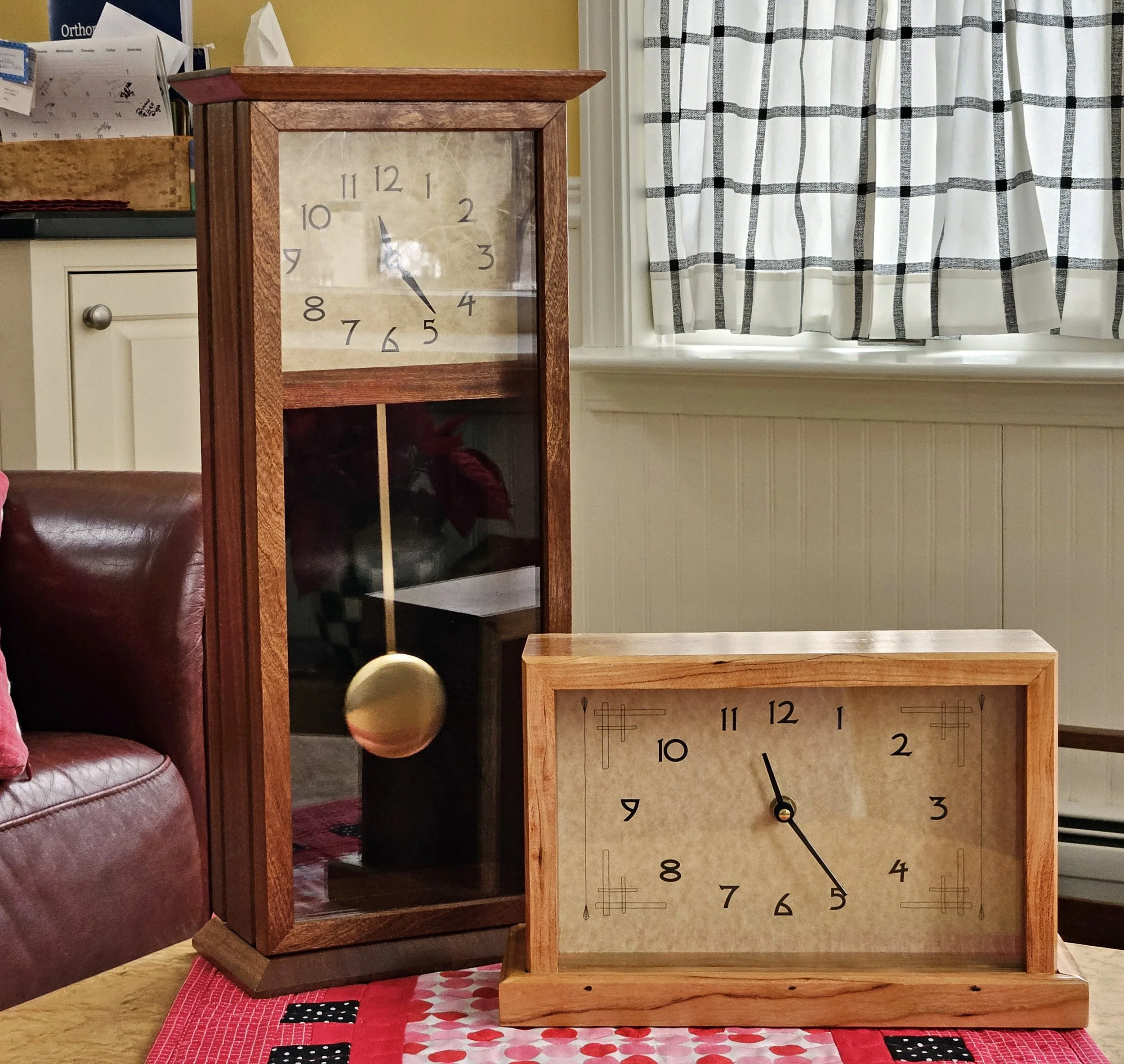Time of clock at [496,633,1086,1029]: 11:24
